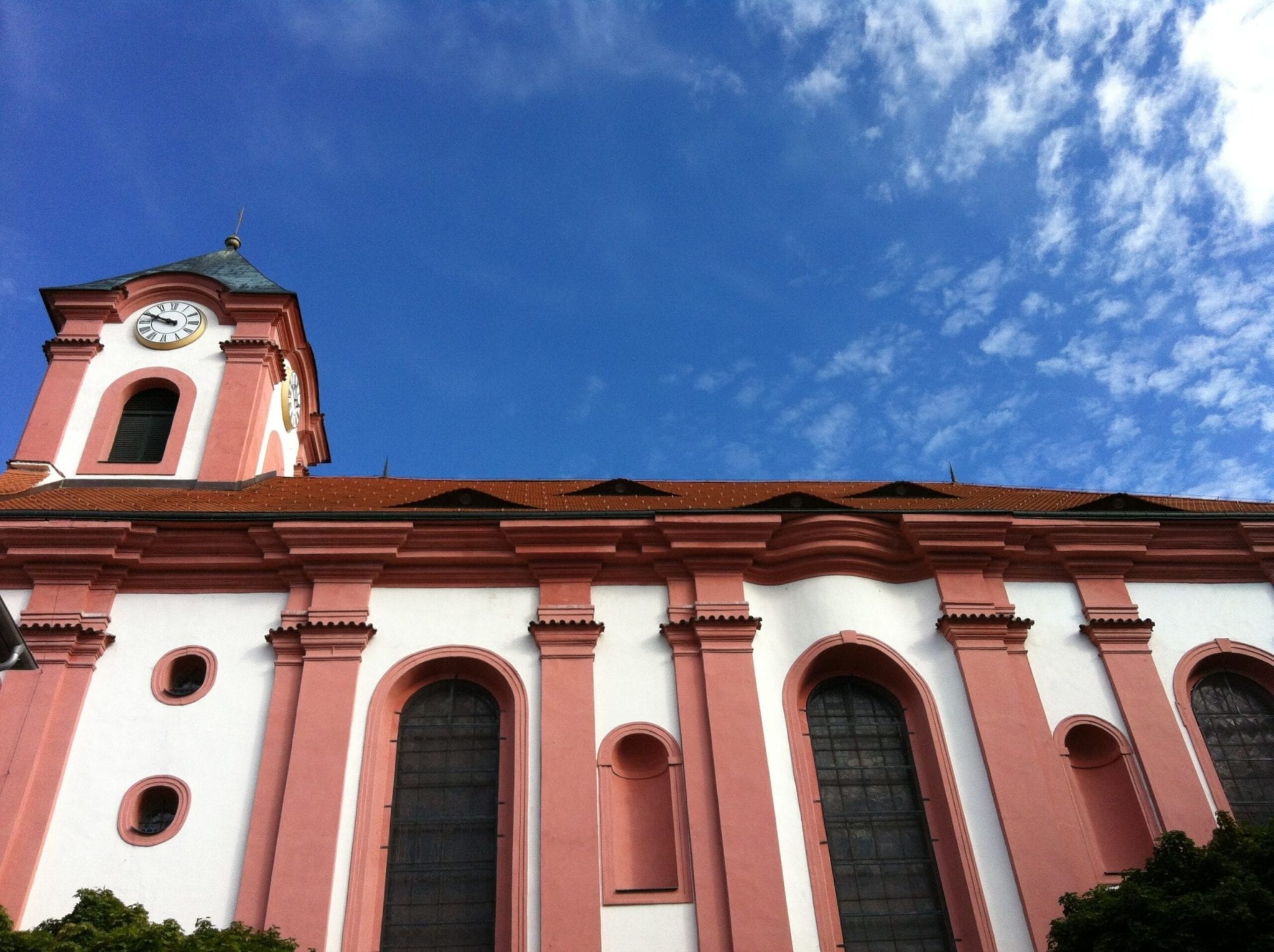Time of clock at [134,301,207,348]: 9:48
